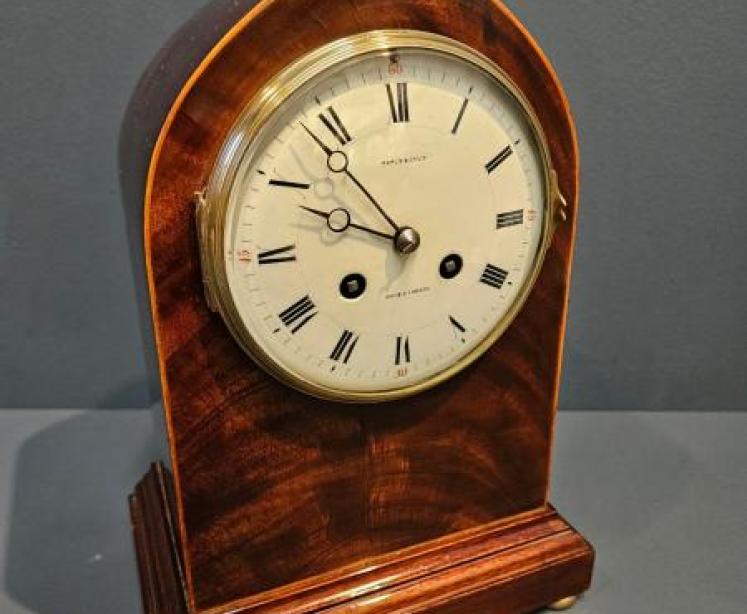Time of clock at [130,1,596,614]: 9:53
